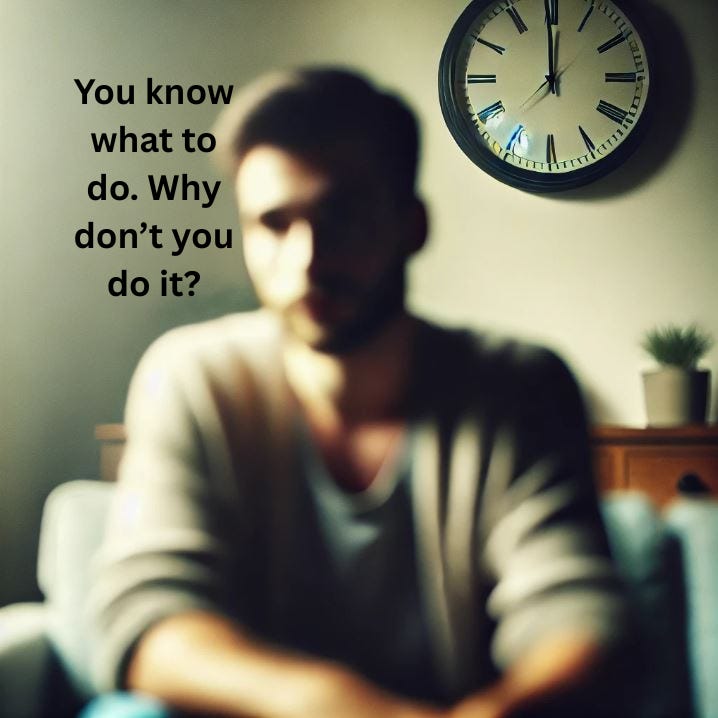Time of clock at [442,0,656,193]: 11:59
